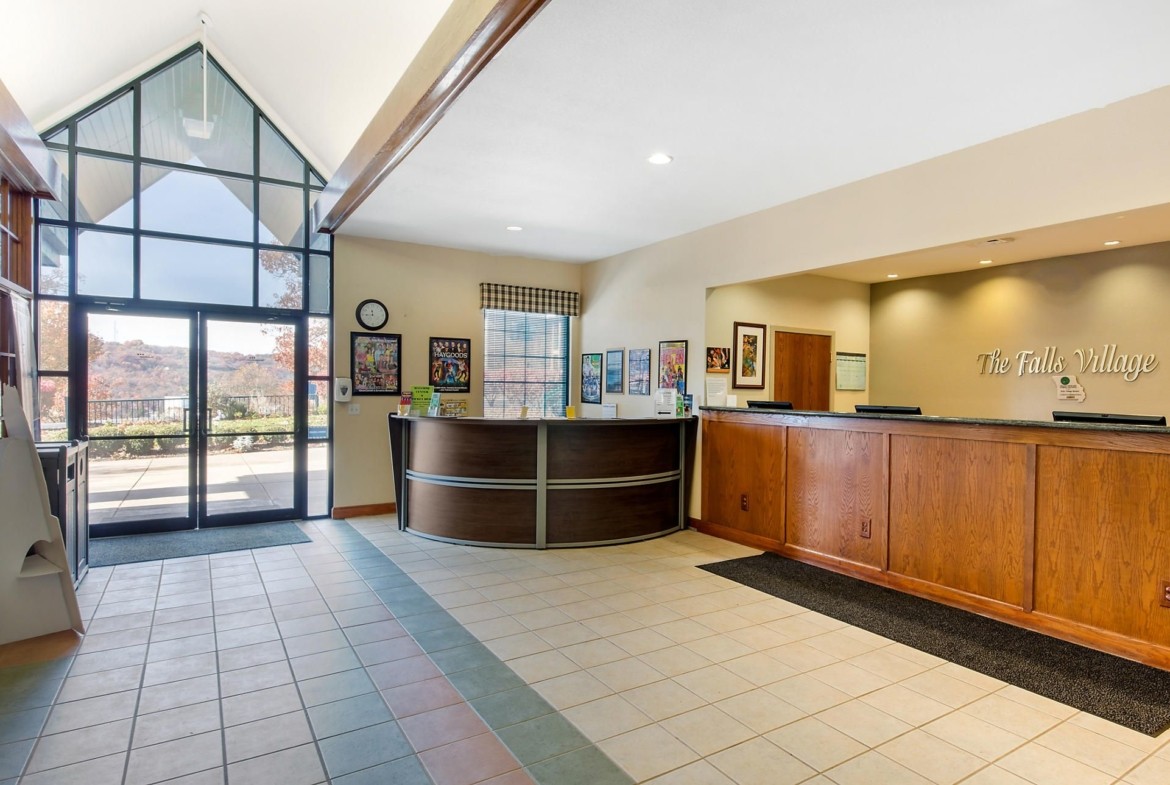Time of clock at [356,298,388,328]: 11:44
